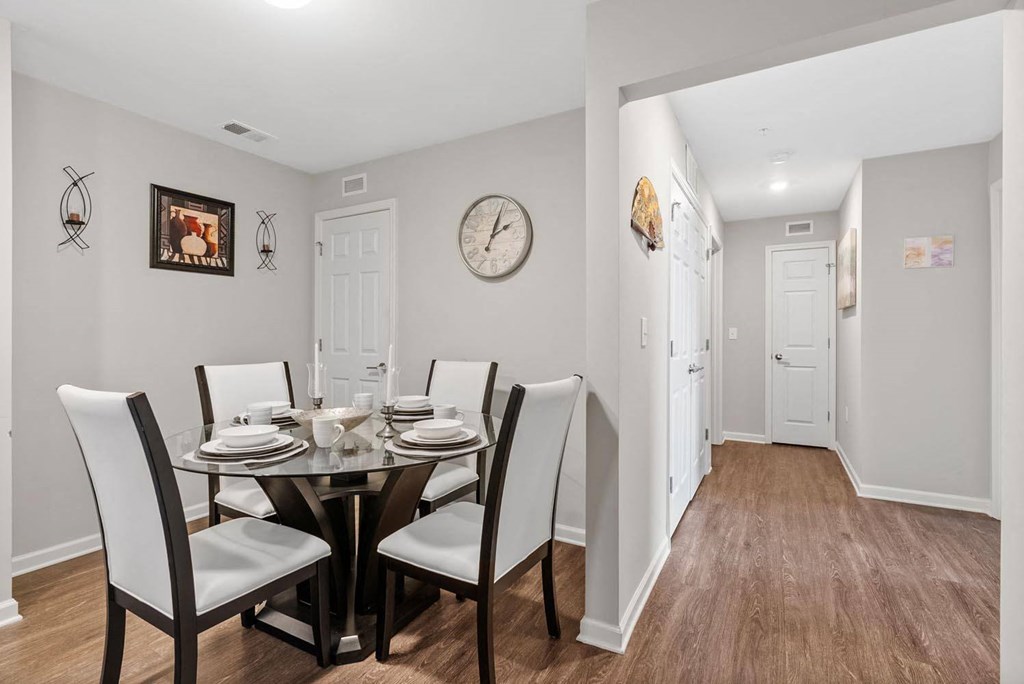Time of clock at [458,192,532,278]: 2:03
